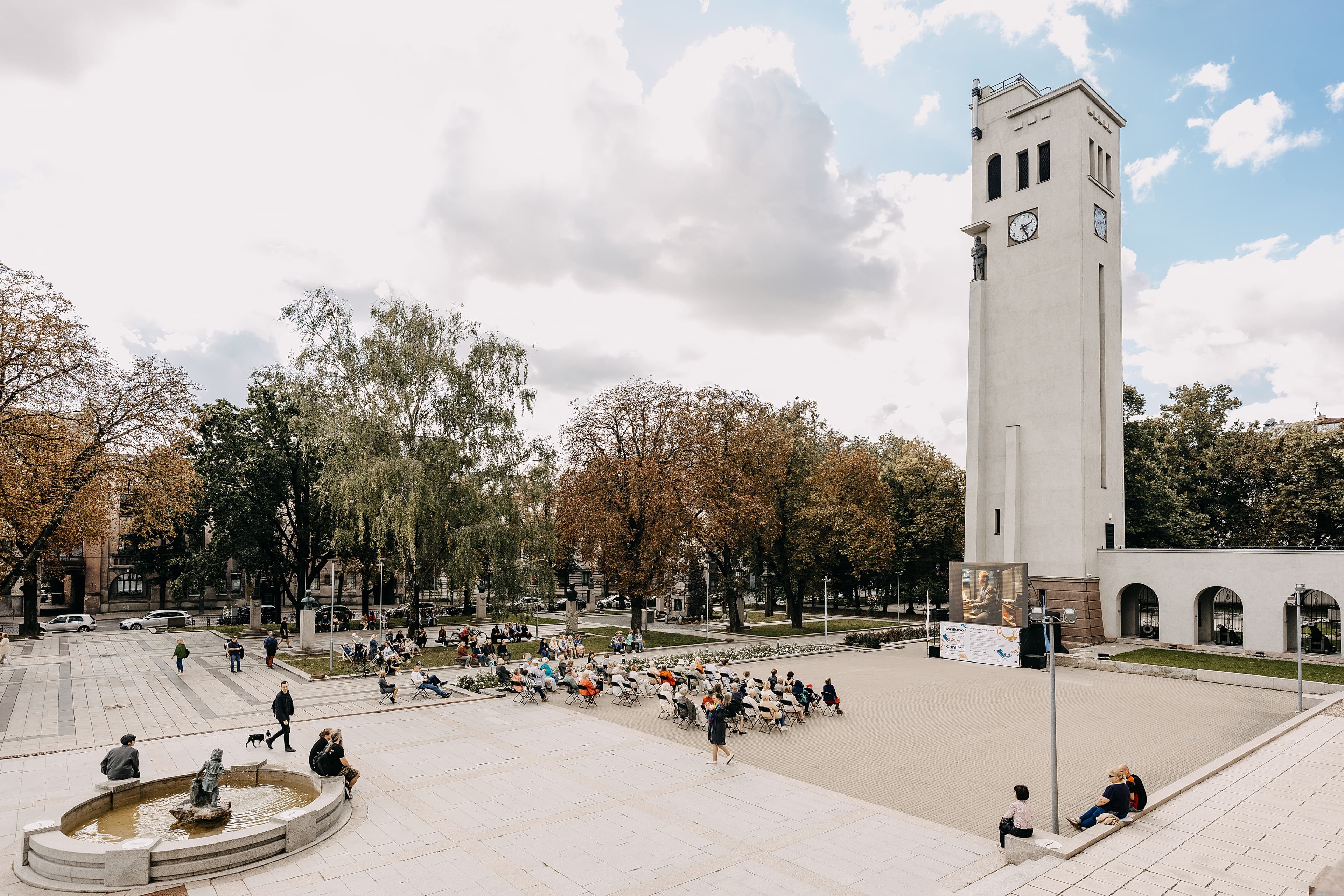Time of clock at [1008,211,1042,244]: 2:26
